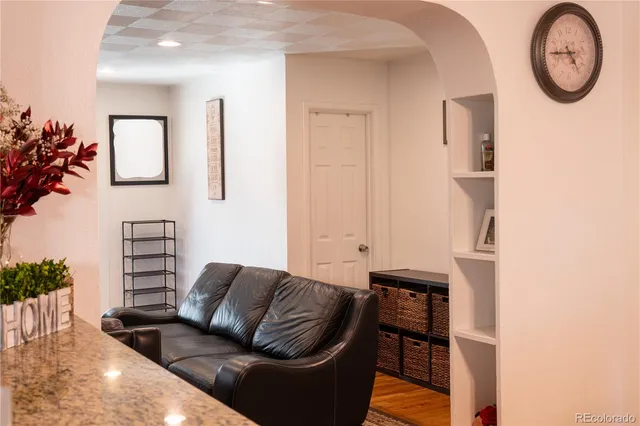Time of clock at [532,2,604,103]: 4:44
